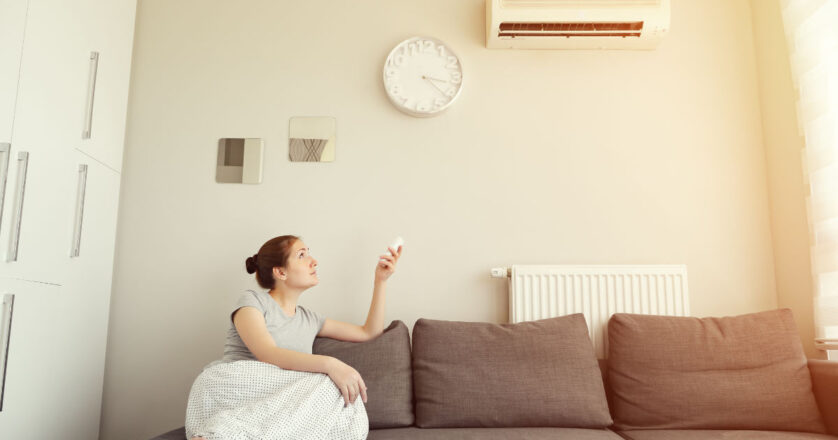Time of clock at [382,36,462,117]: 3:21
